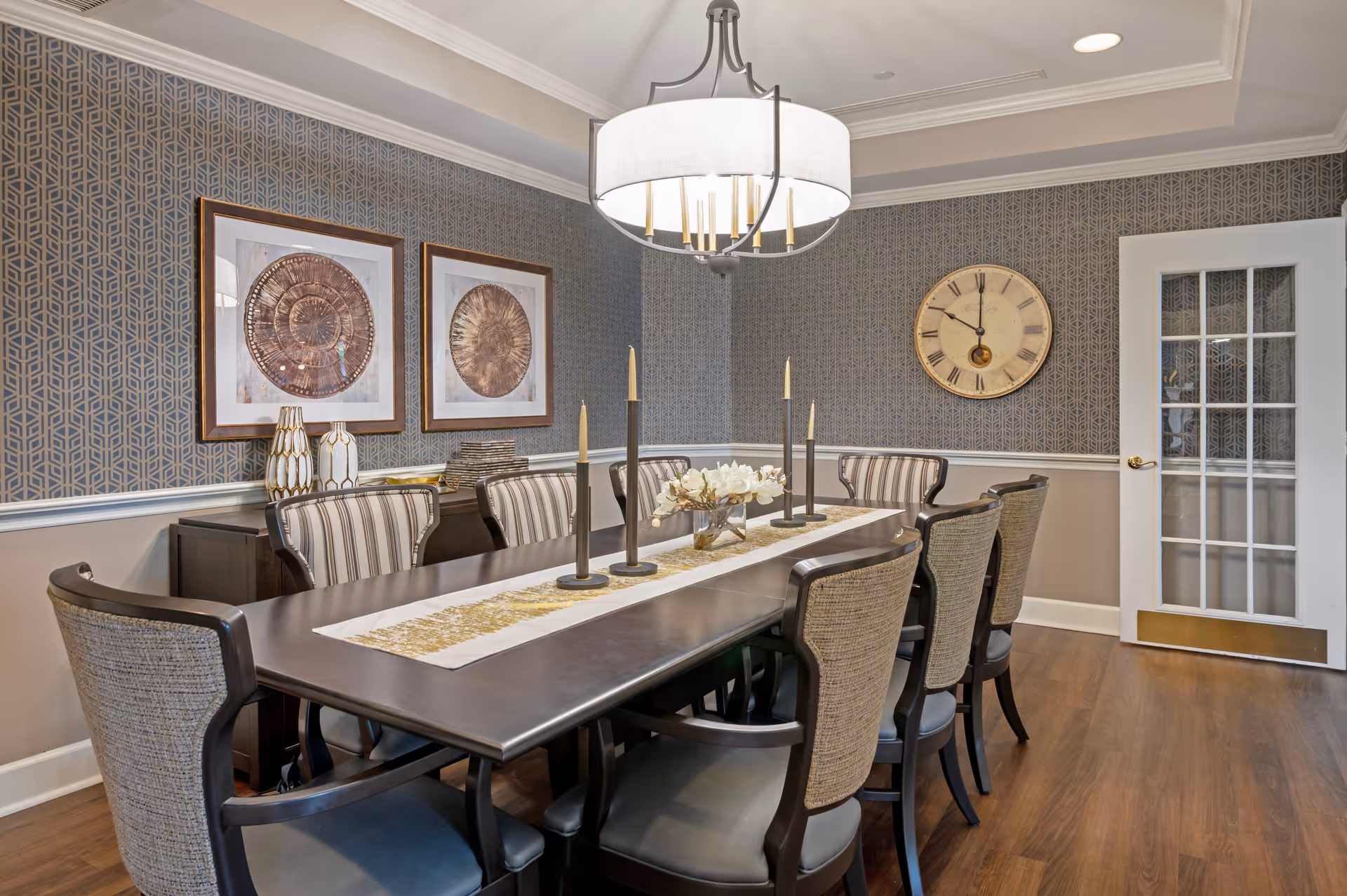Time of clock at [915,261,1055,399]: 10:00
